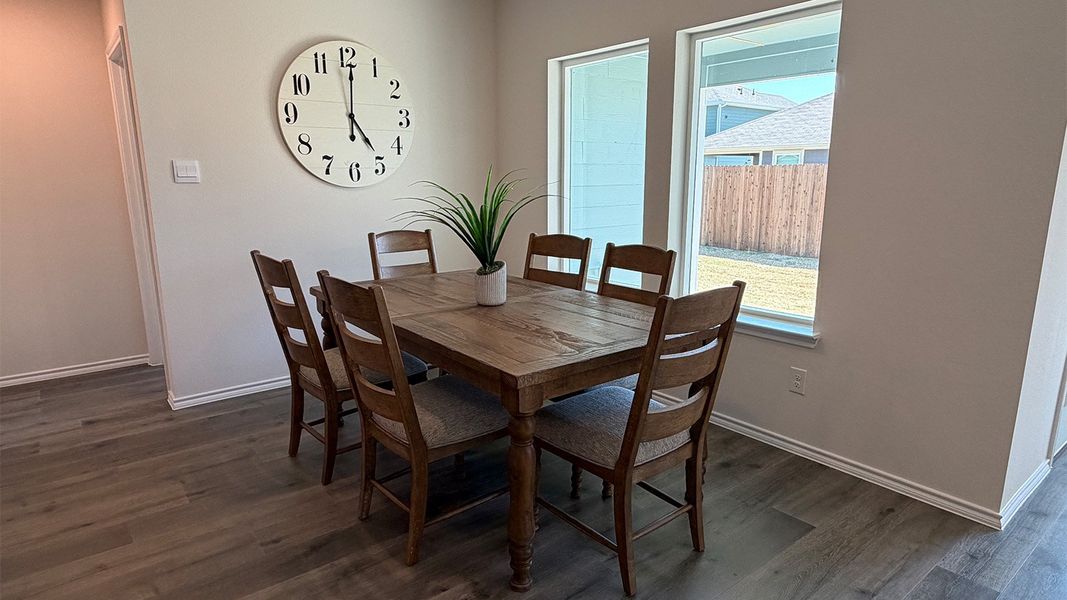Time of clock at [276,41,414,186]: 5:00
